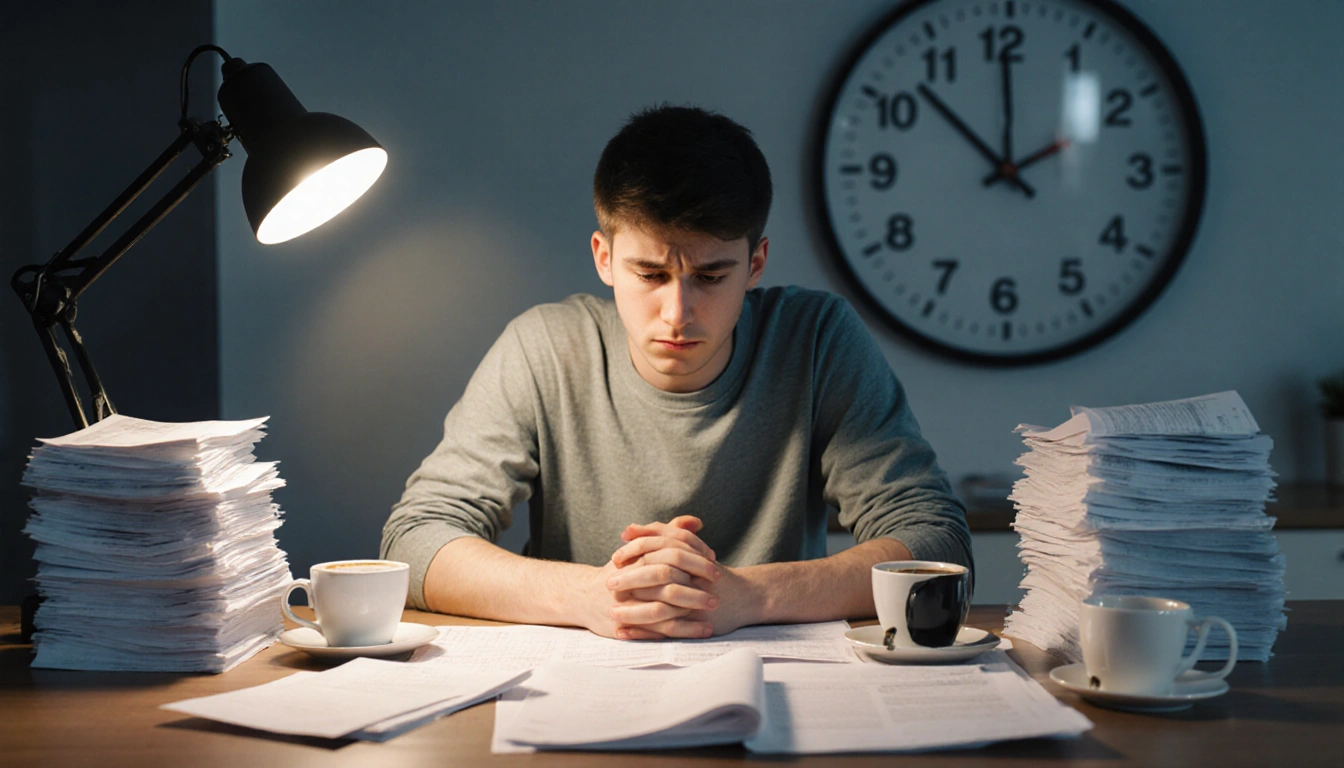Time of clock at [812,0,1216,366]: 1:52
